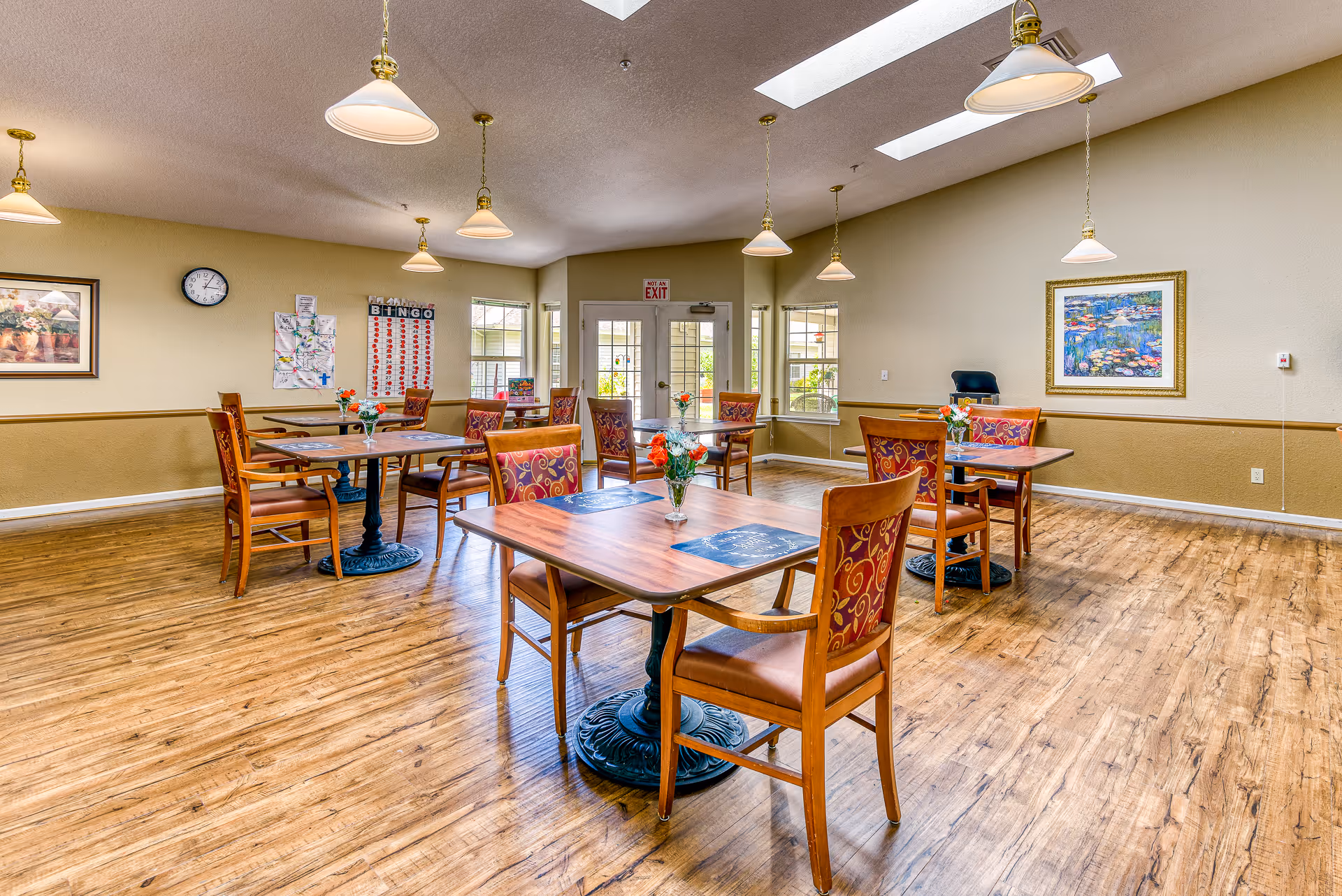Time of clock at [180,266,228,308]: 3:04
